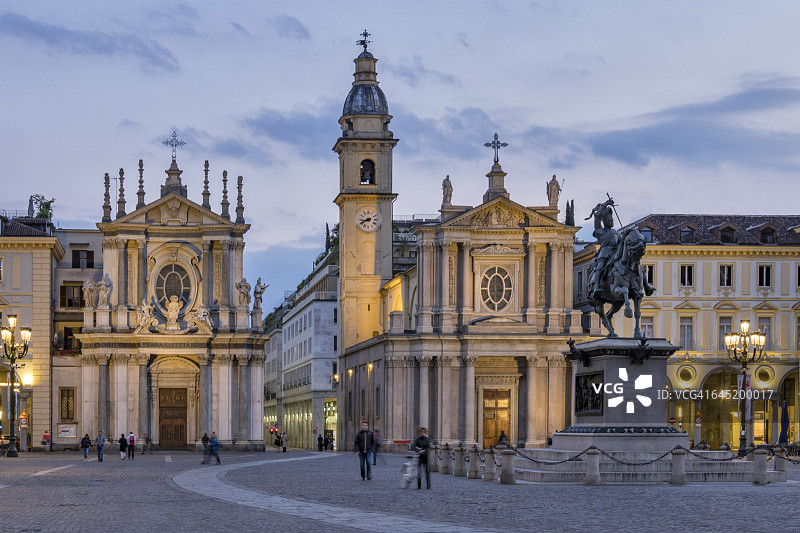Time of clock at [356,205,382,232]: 8:40
